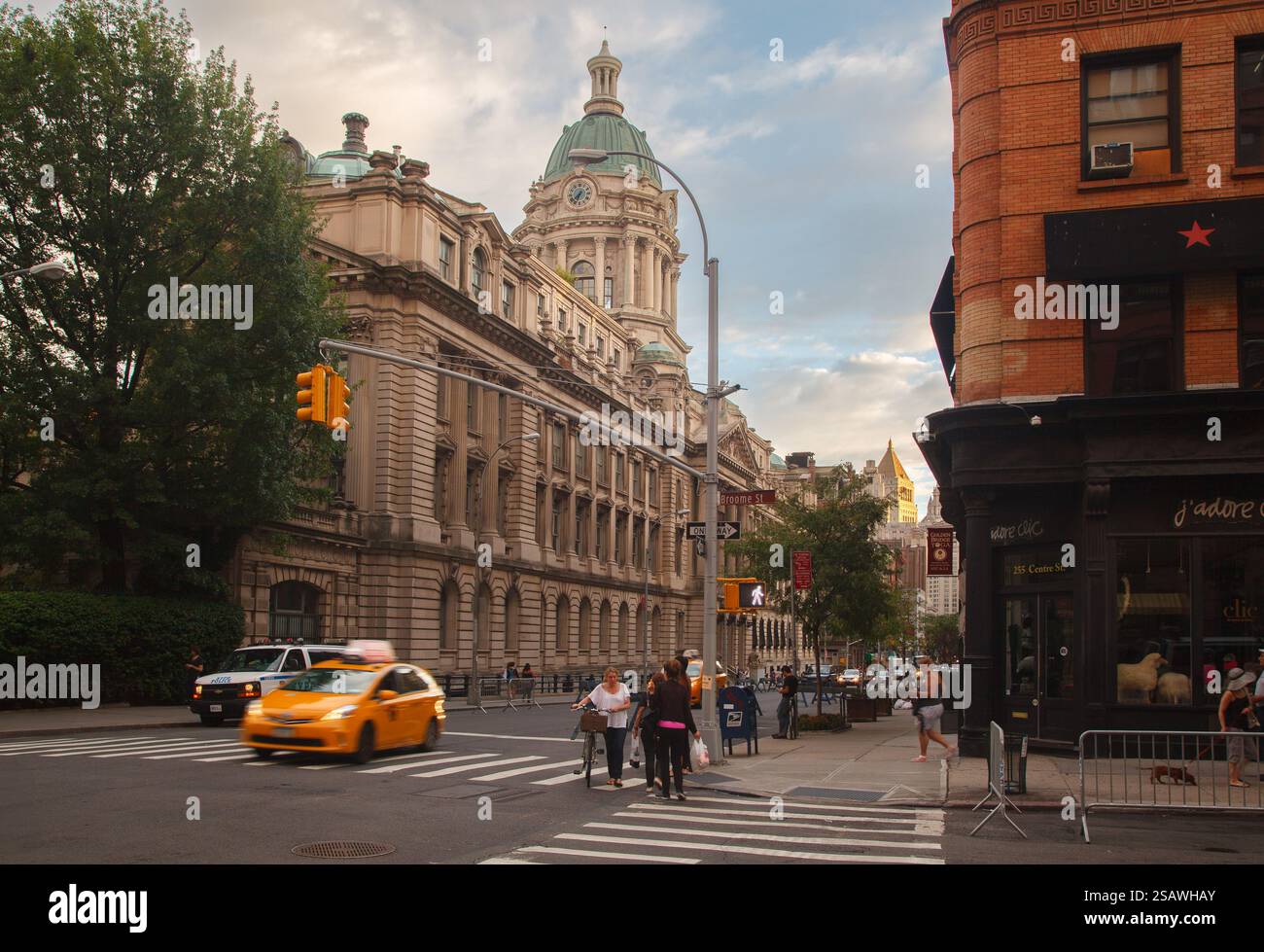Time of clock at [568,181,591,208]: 7:33
